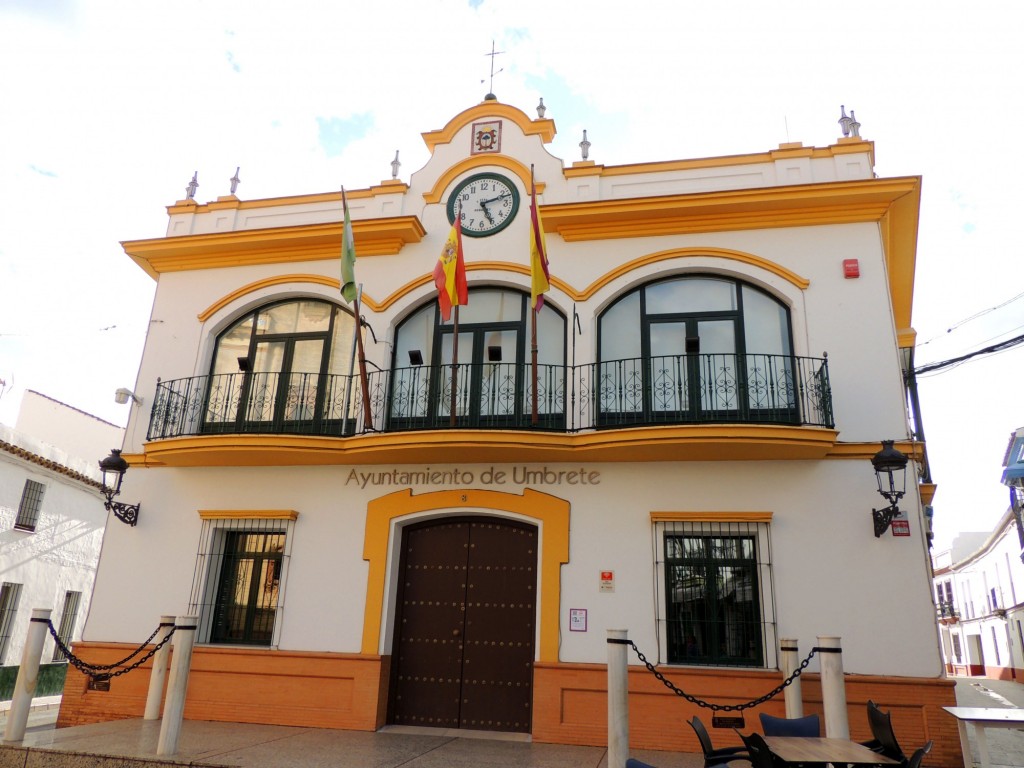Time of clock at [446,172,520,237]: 5:11
